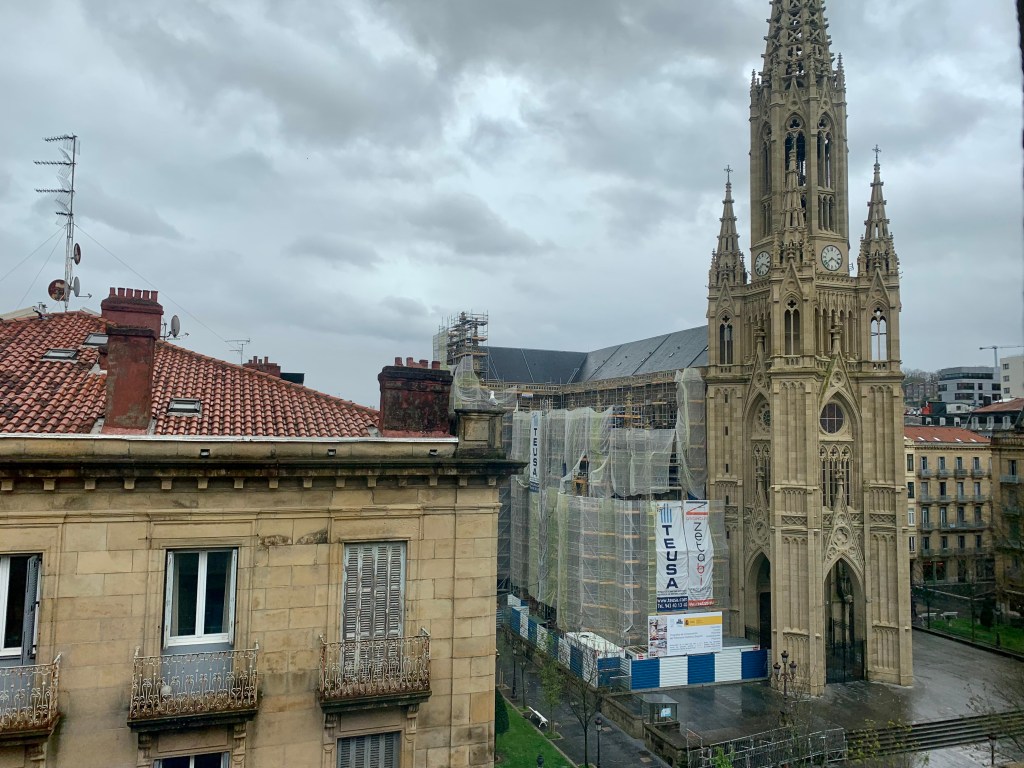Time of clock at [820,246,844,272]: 3:37
